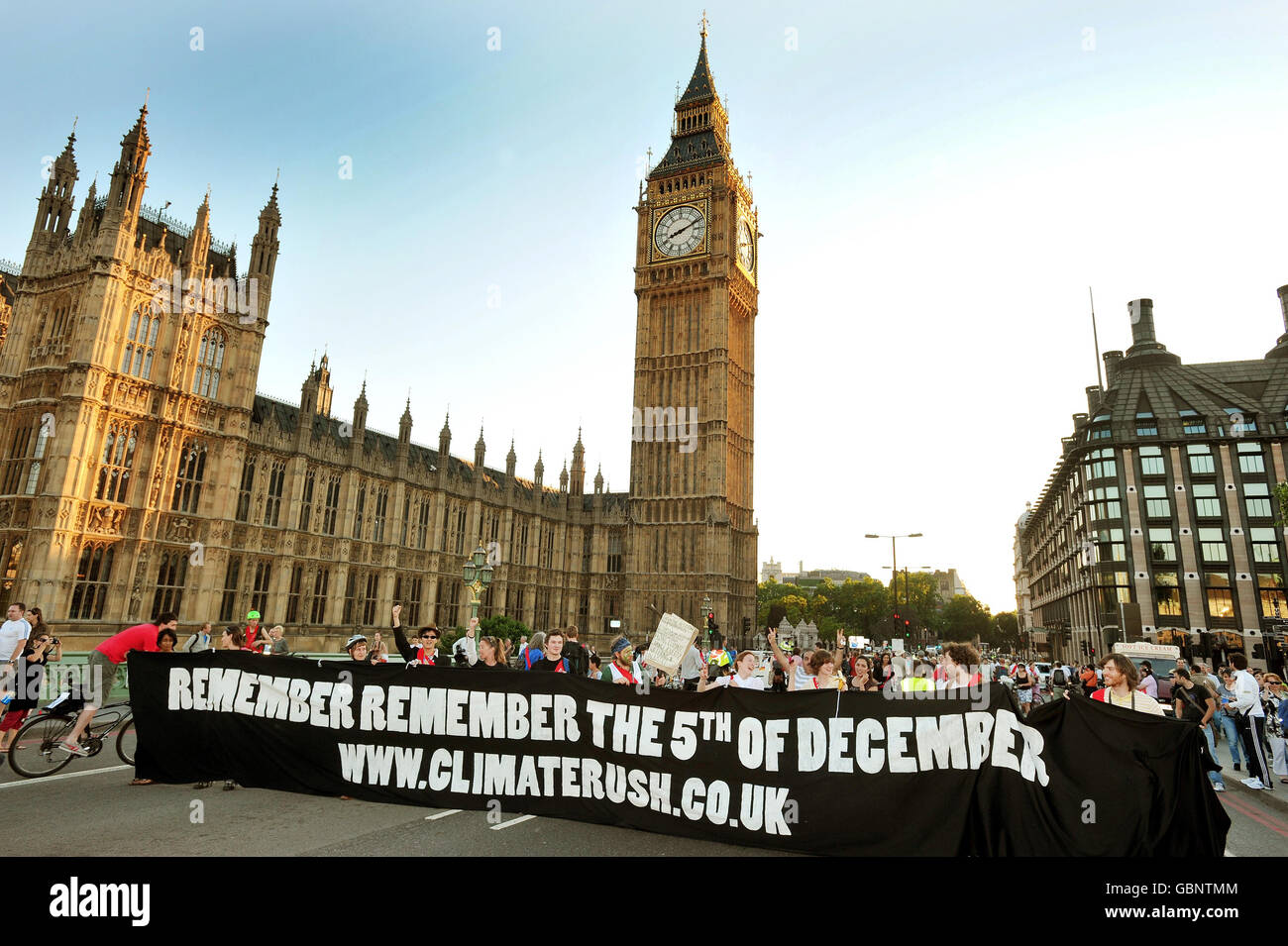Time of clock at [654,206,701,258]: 8:11
